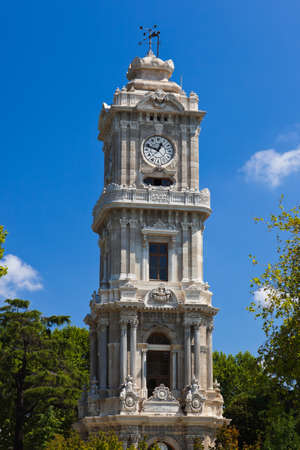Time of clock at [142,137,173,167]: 12:48
